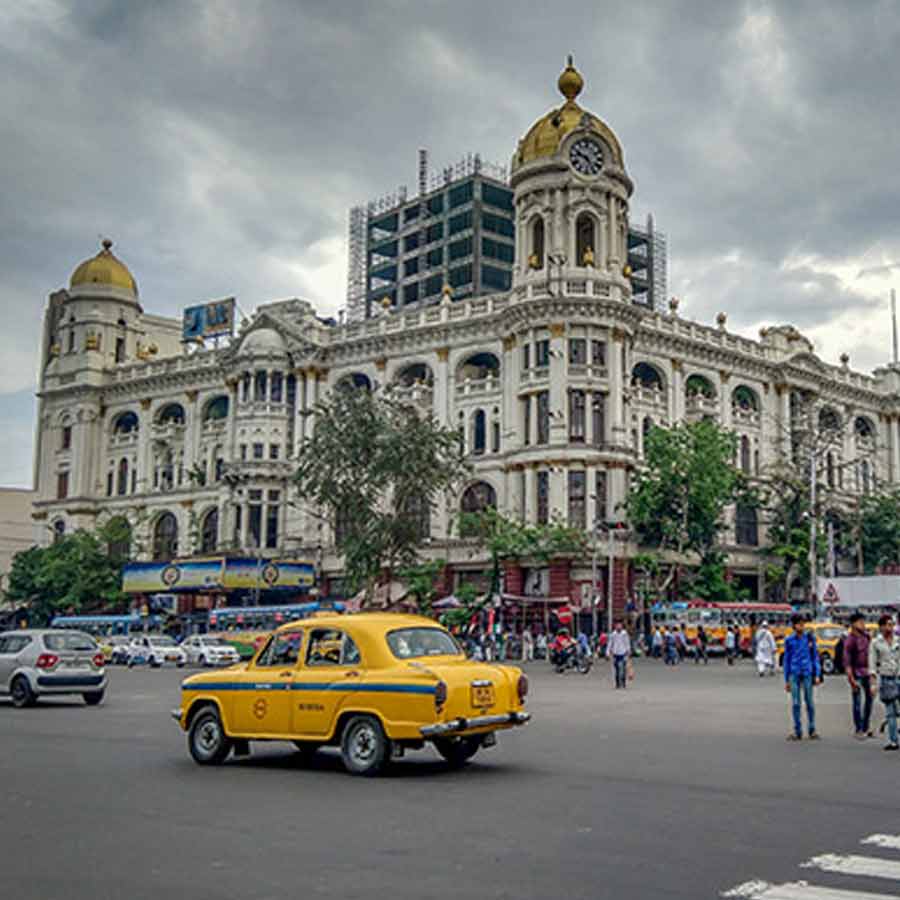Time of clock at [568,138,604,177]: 4:48
